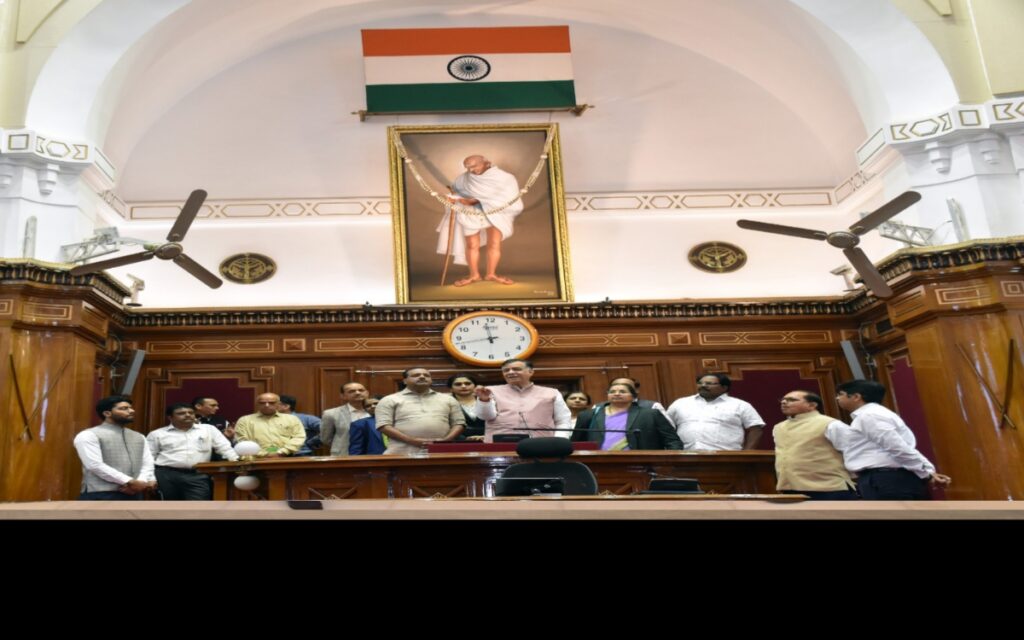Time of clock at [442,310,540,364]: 11:42
